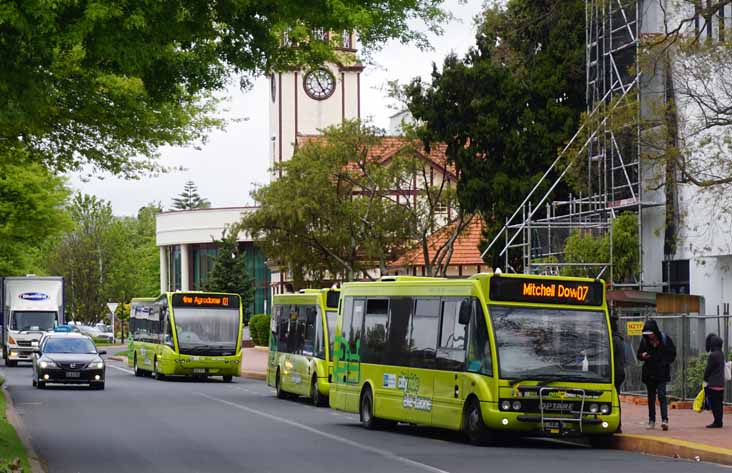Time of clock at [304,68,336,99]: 4:56
